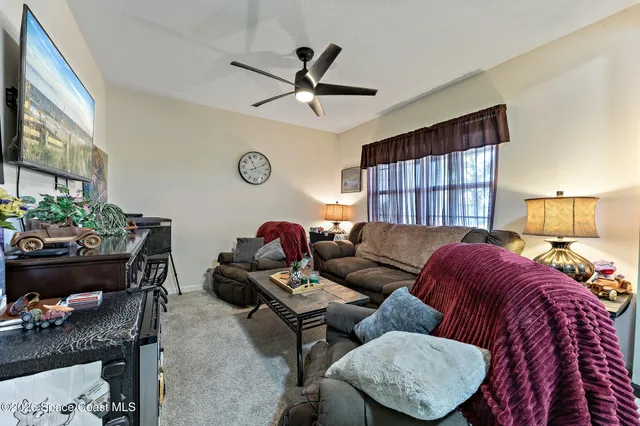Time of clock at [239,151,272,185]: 11:11
